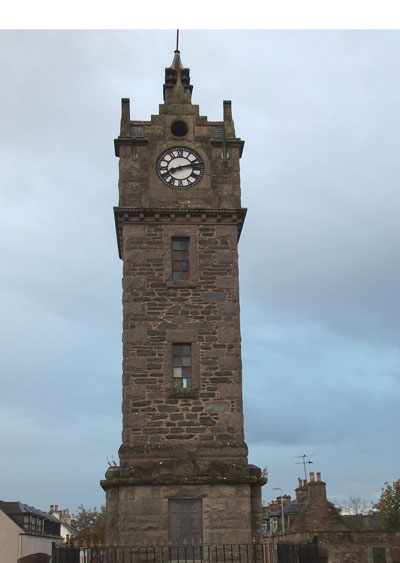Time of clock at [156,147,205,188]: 8:12
